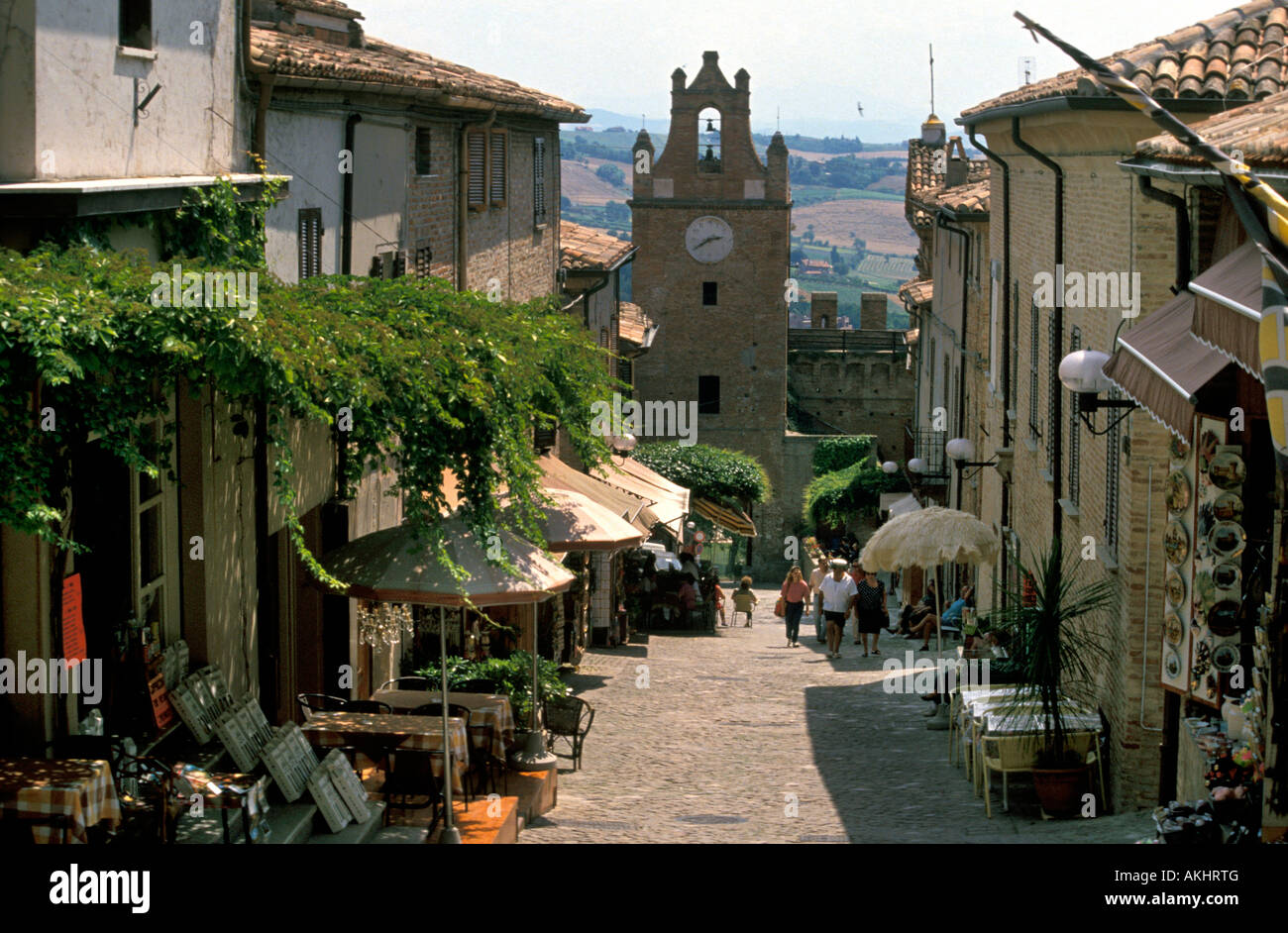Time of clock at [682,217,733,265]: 2:40
